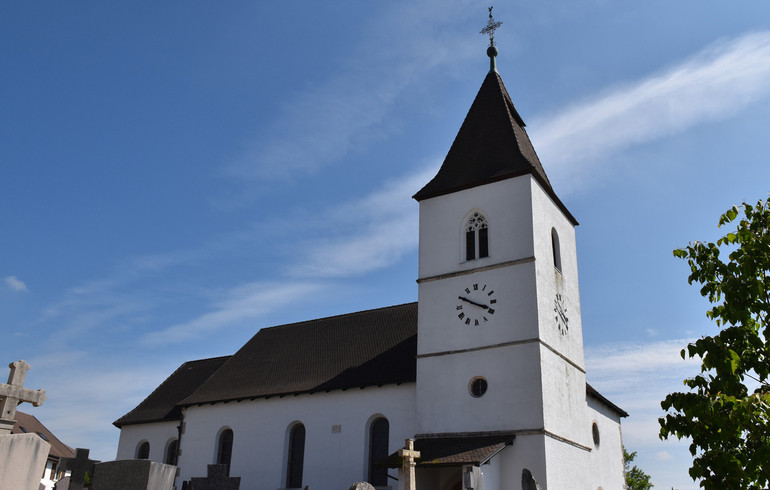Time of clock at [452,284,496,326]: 3:49
